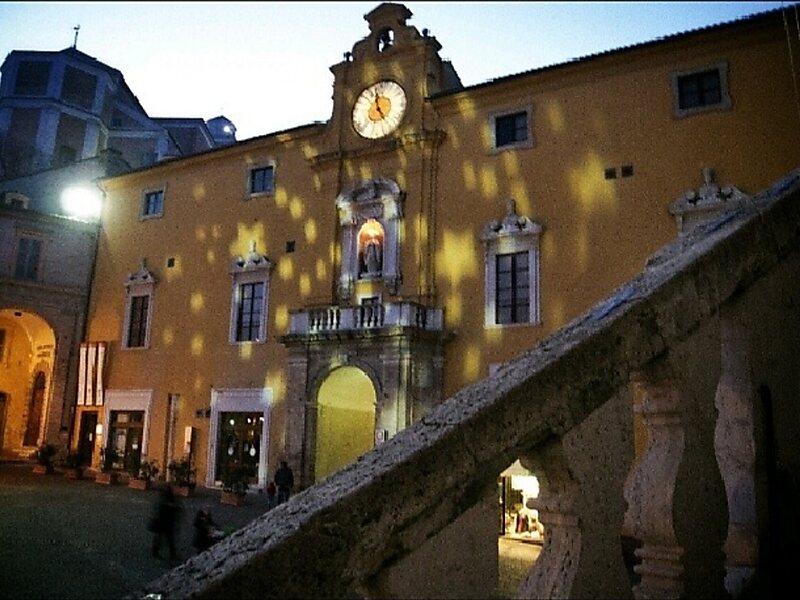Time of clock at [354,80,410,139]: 4:57
